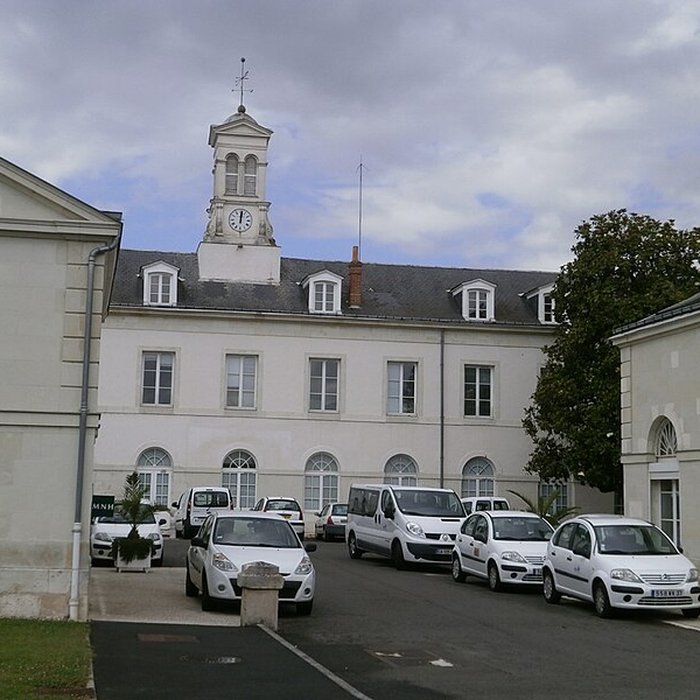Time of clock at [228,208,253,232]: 12:01
